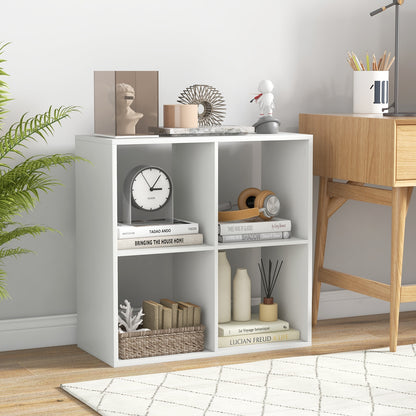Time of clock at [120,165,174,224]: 3:06
